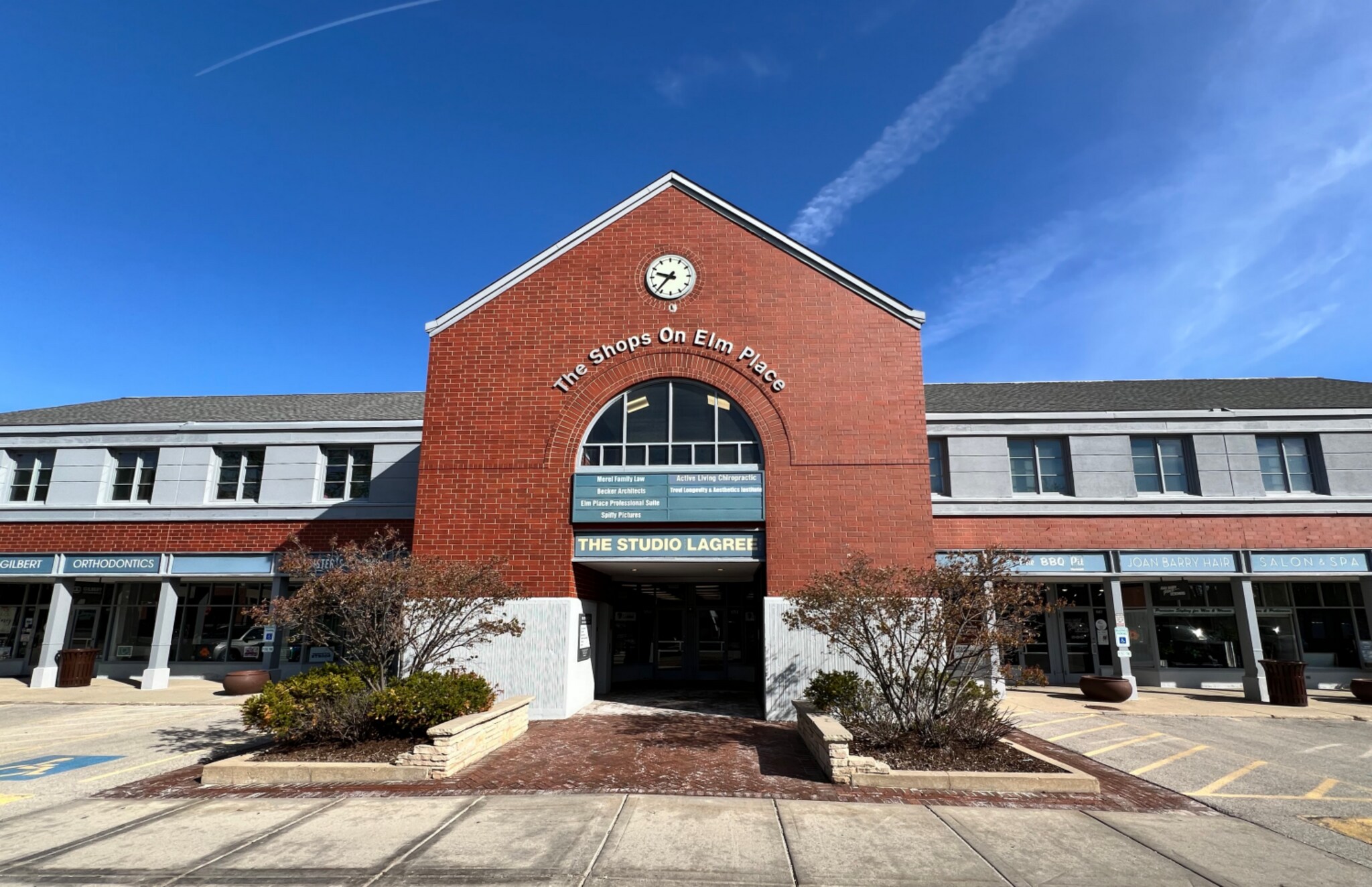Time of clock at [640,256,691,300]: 9:36
